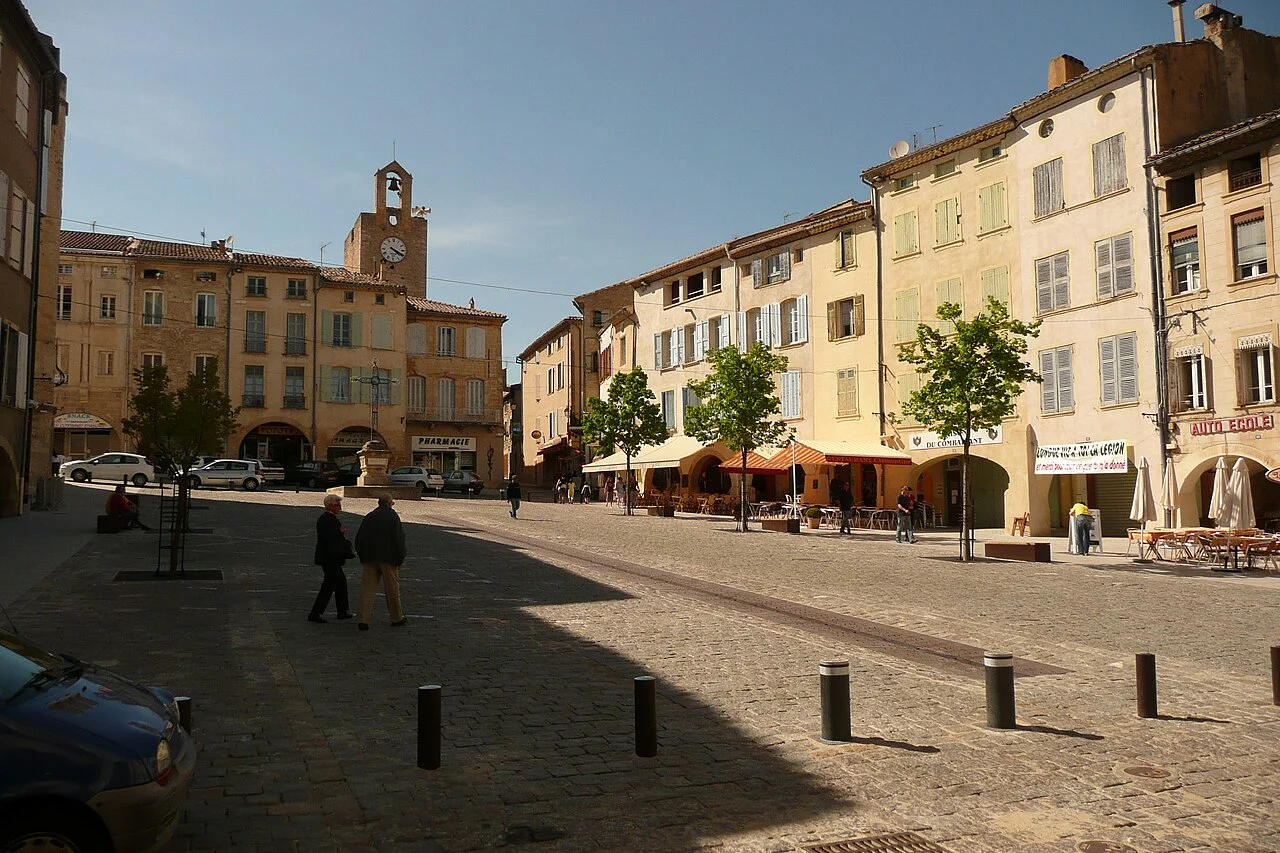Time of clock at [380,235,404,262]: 4:19
